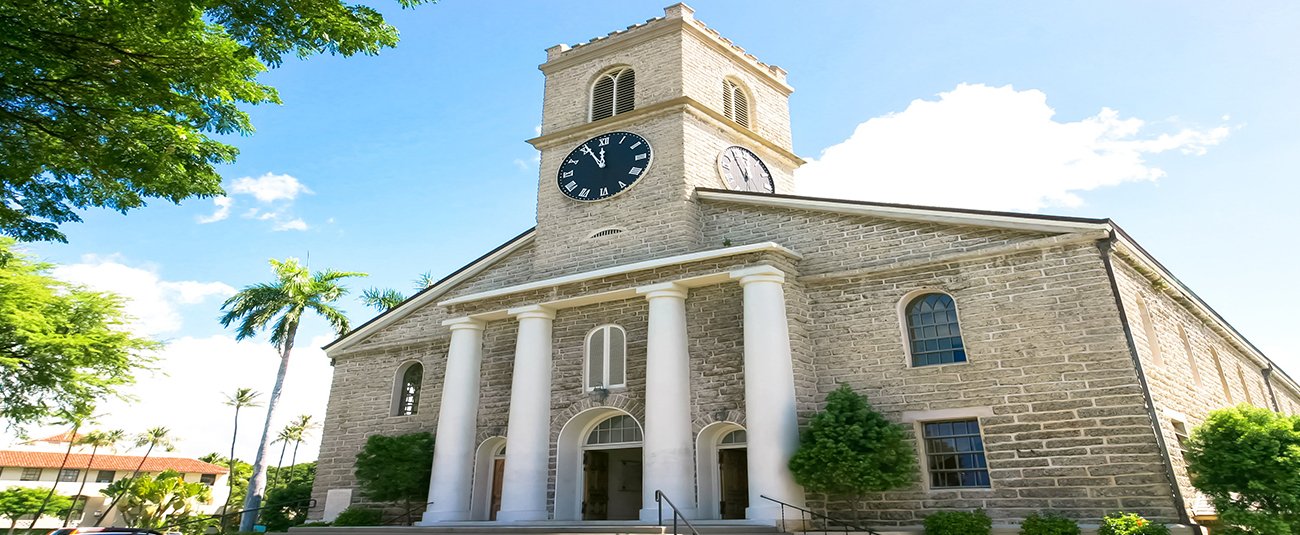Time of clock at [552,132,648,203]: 11:55
